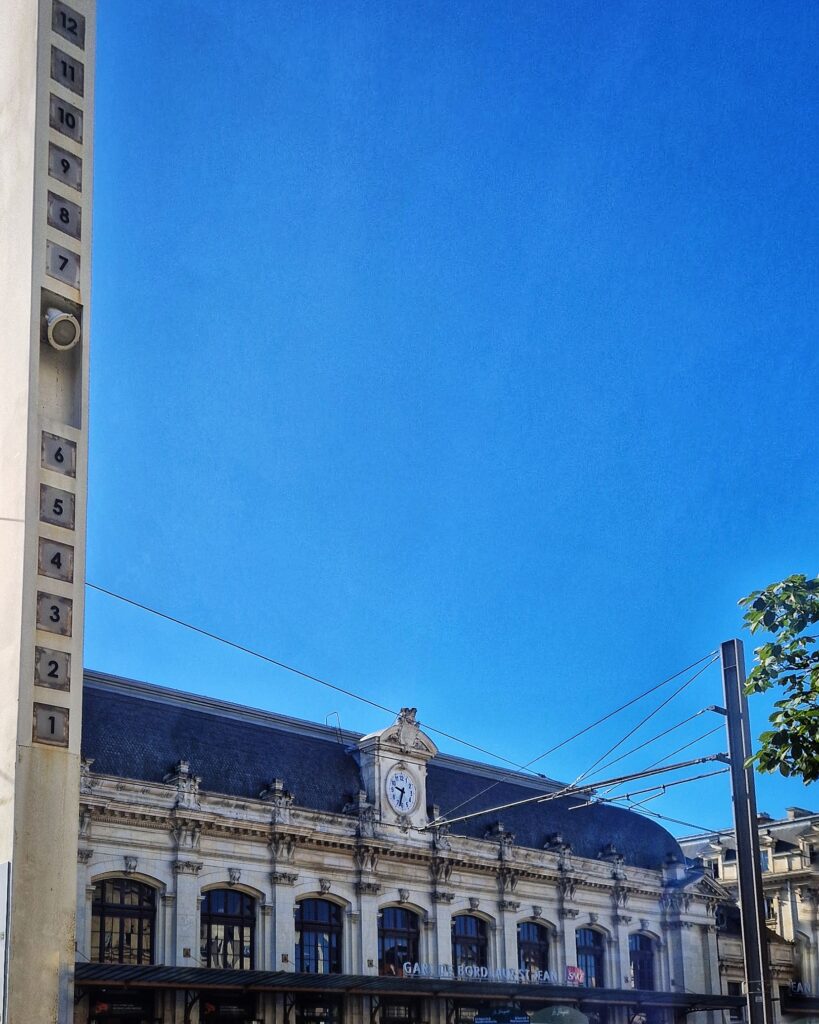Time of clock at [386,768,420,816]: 9:33
